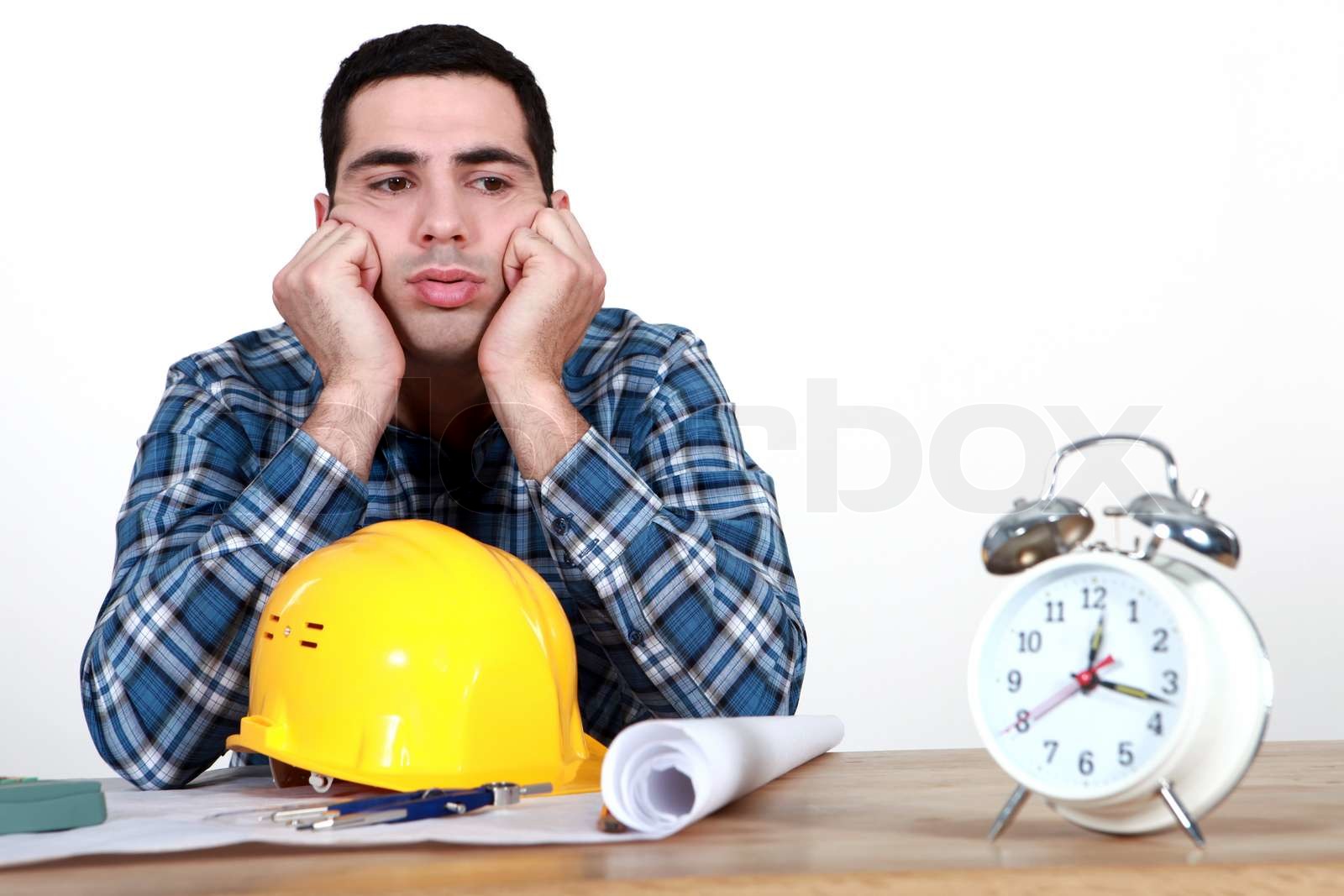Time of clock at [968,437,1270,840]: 12:17
